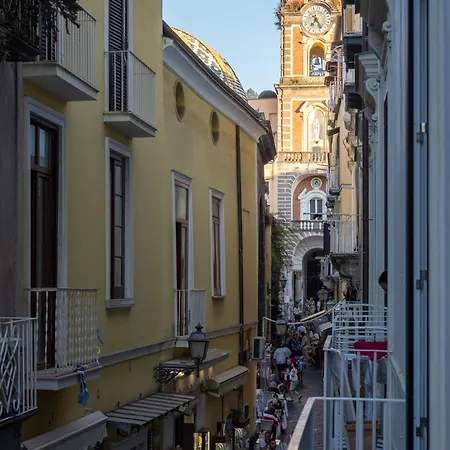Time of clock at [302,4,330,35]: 7:23
